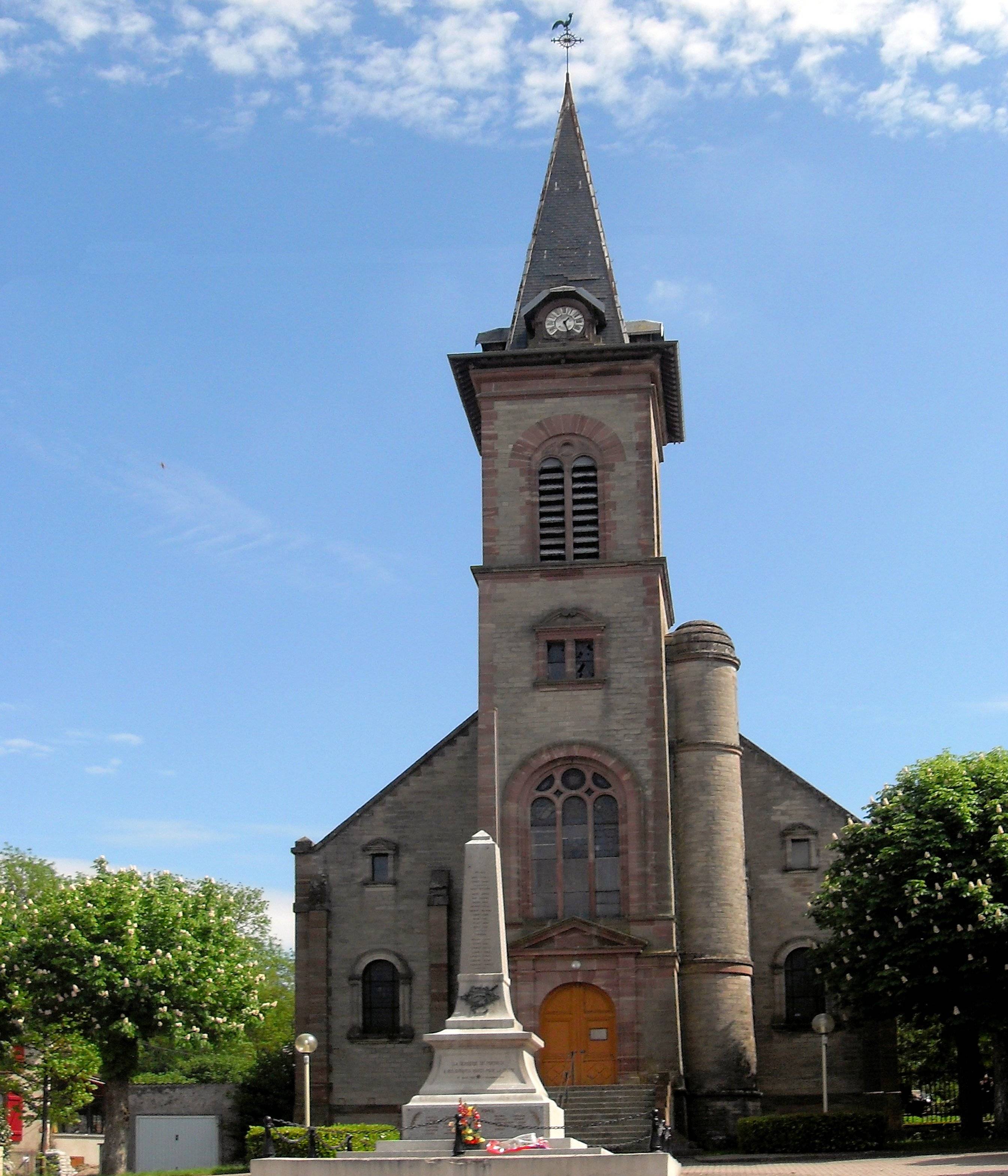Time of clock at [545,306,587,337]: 1:26
